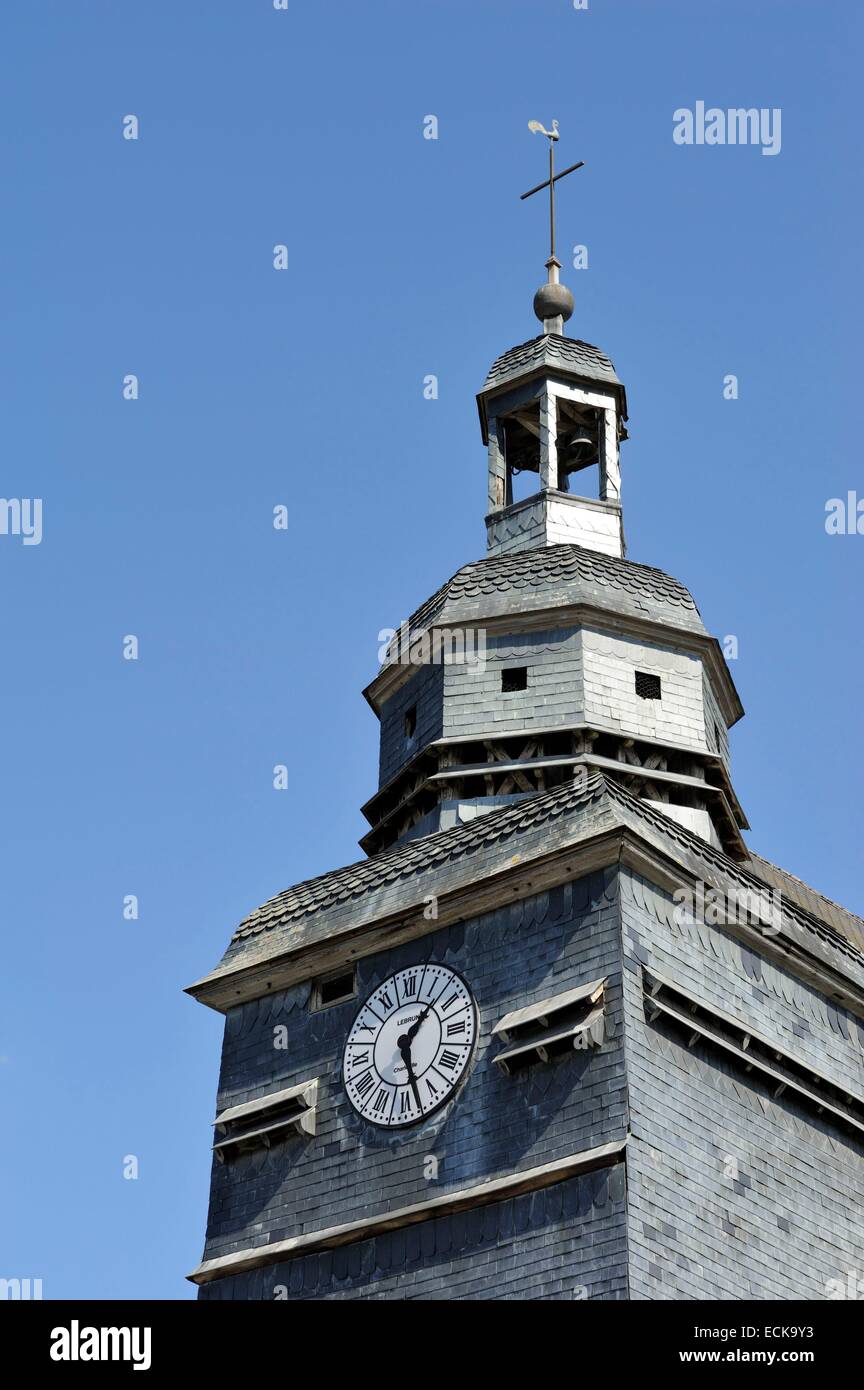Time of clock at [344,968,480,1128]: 1:27
